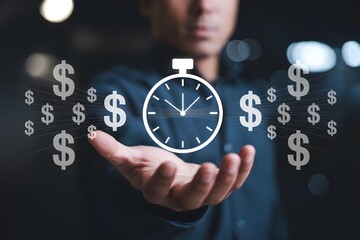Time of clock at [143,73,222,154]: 12:07
